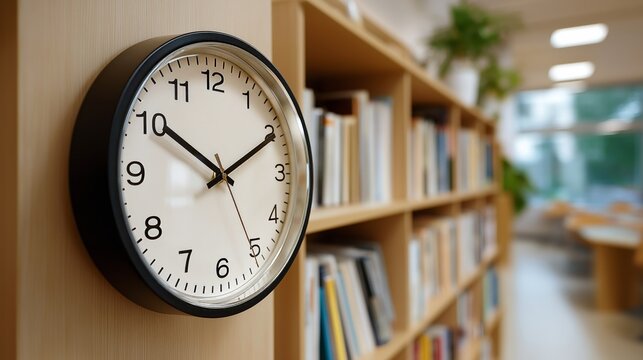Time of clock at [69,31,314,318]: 10:10
